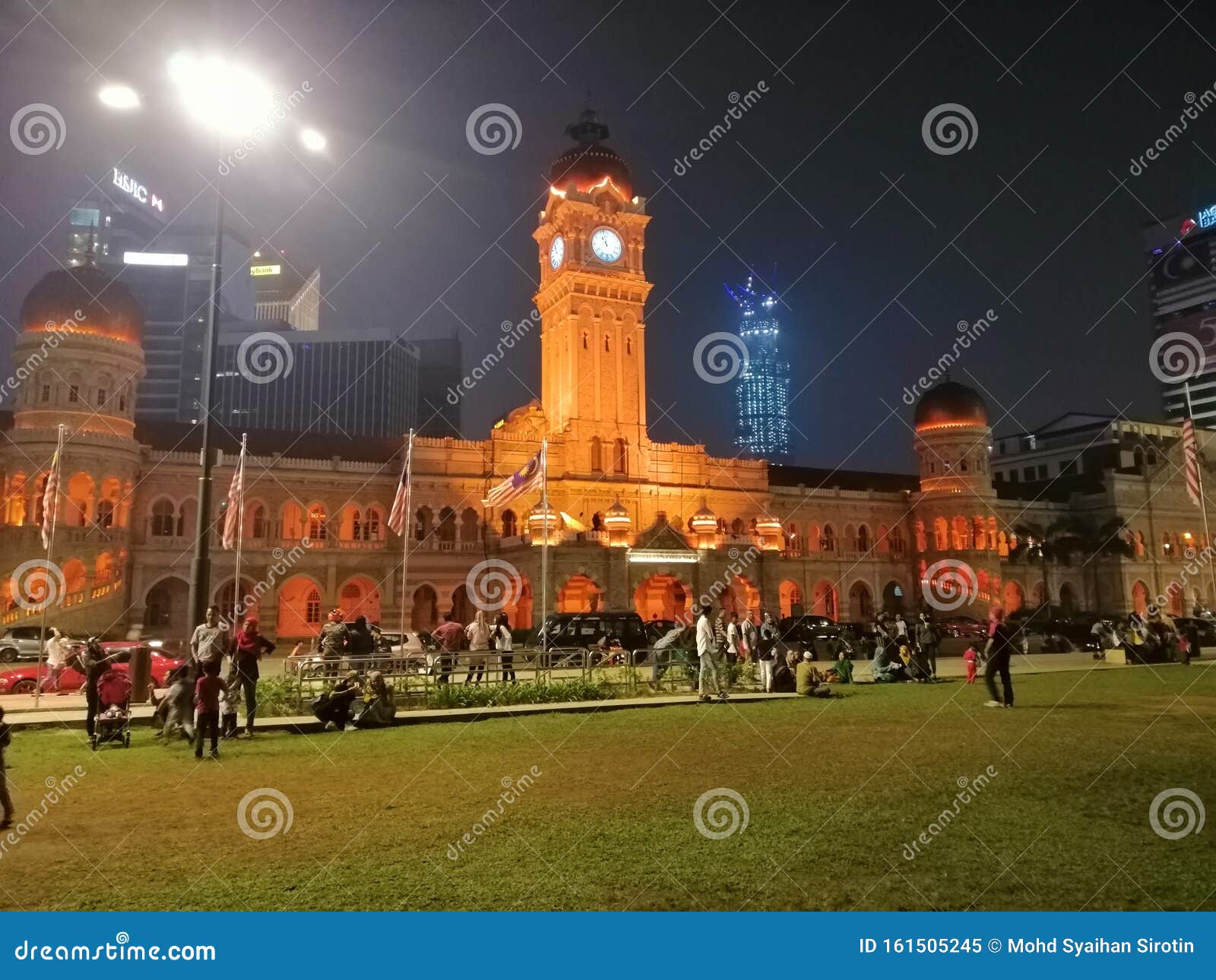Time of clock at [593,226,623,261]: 10:58
